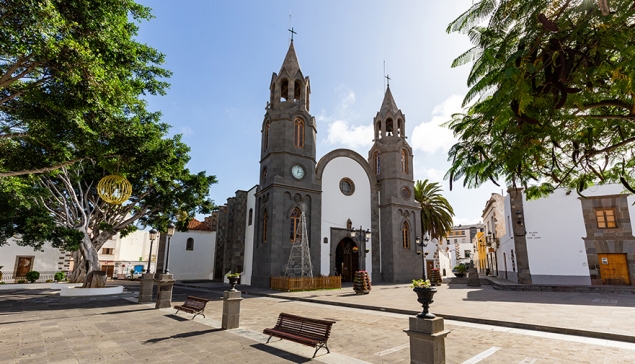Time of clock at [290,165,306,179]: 3:02
